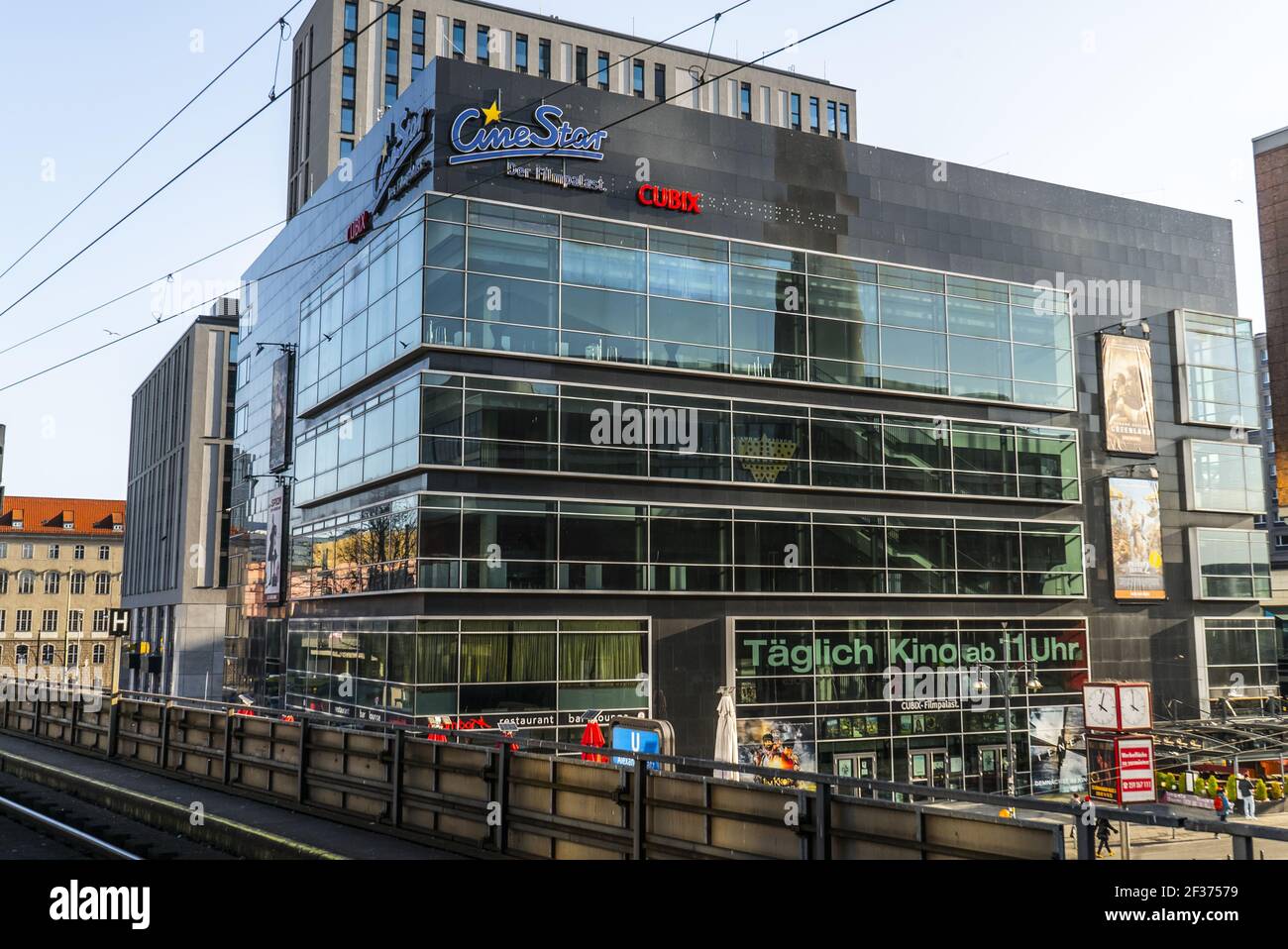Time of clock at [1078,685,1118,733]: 4:02
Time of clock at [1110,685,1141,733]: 4:02
